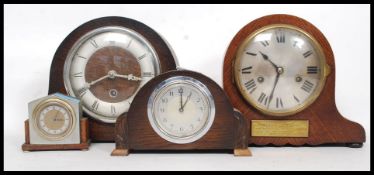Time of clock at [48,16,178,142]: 8:16
